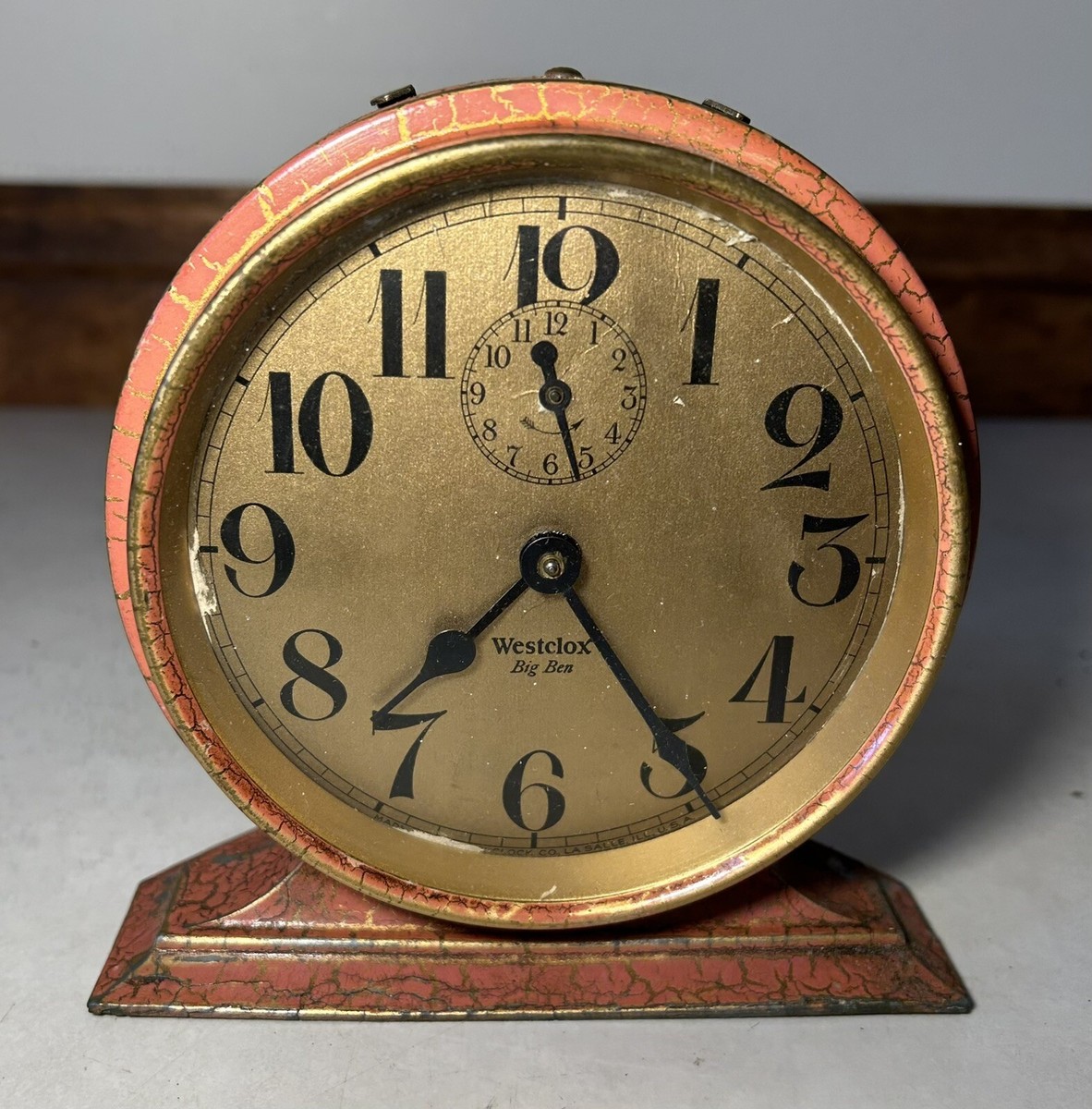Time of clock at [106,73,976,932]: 7:24
